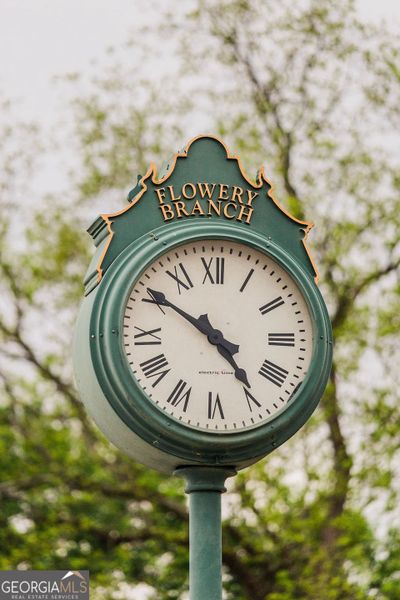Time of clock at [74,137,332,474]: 4:50
